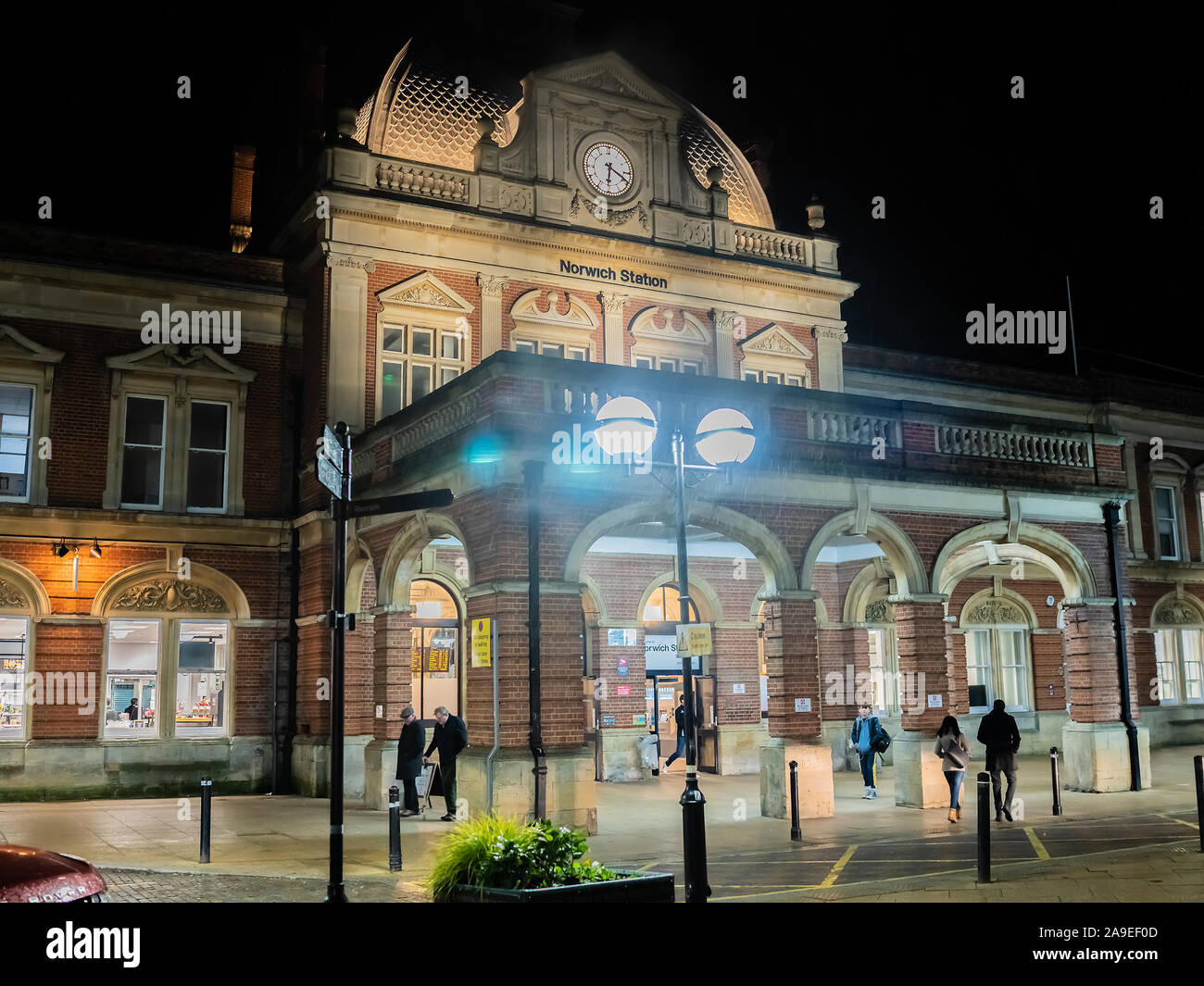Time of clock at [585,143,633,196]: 6:19
